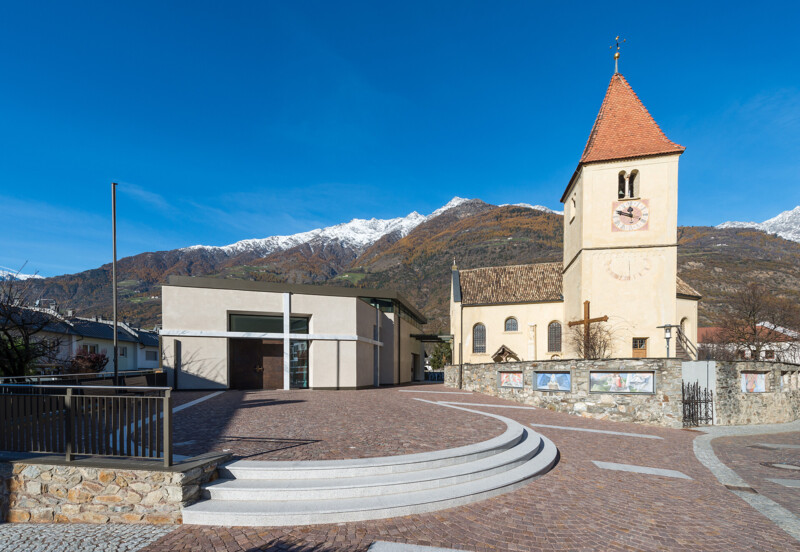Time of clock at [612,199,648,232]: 11:48
